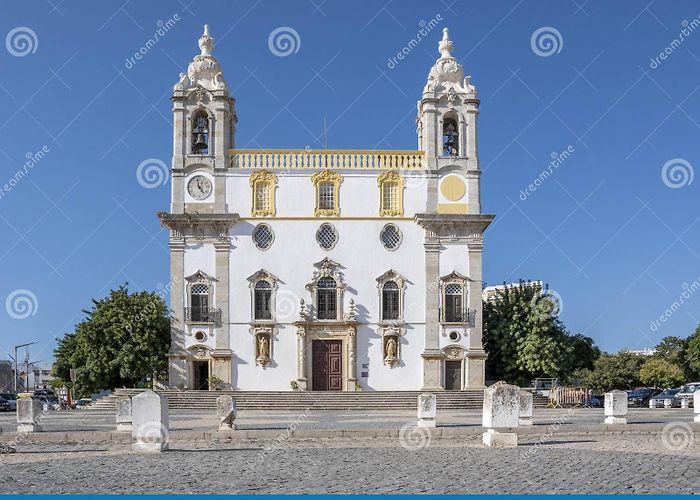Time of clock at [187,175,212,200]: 4:57
